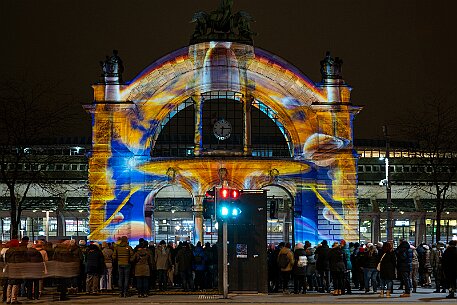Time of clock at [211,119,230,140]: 6:14
